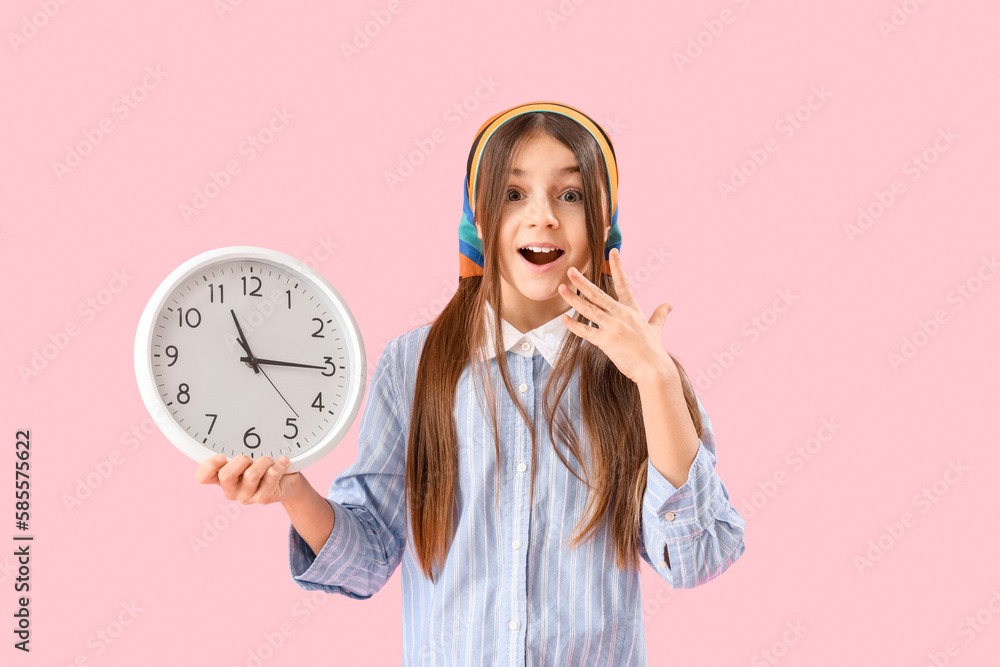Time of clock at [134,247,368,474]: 11:15
